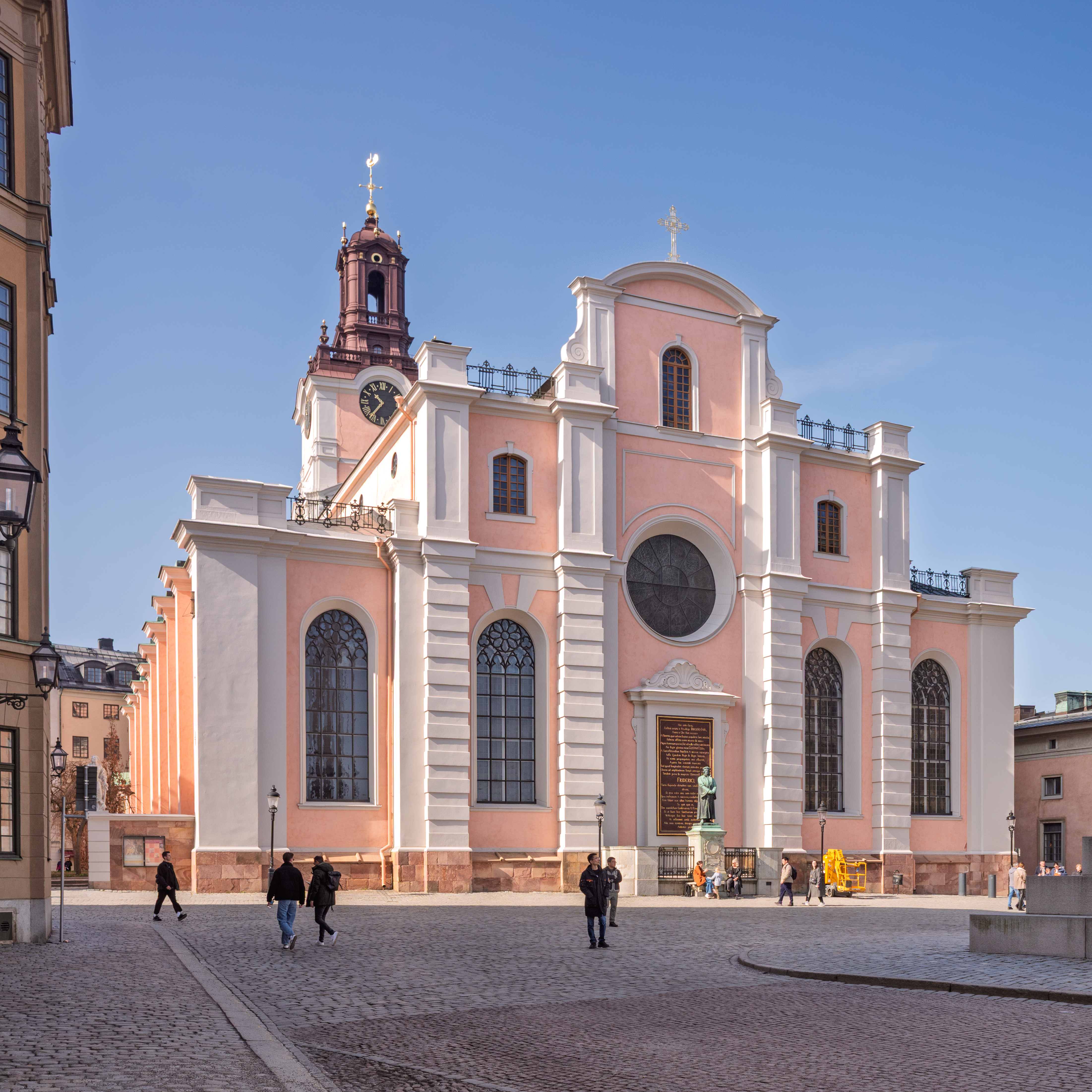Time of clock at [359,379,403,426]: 10:36
